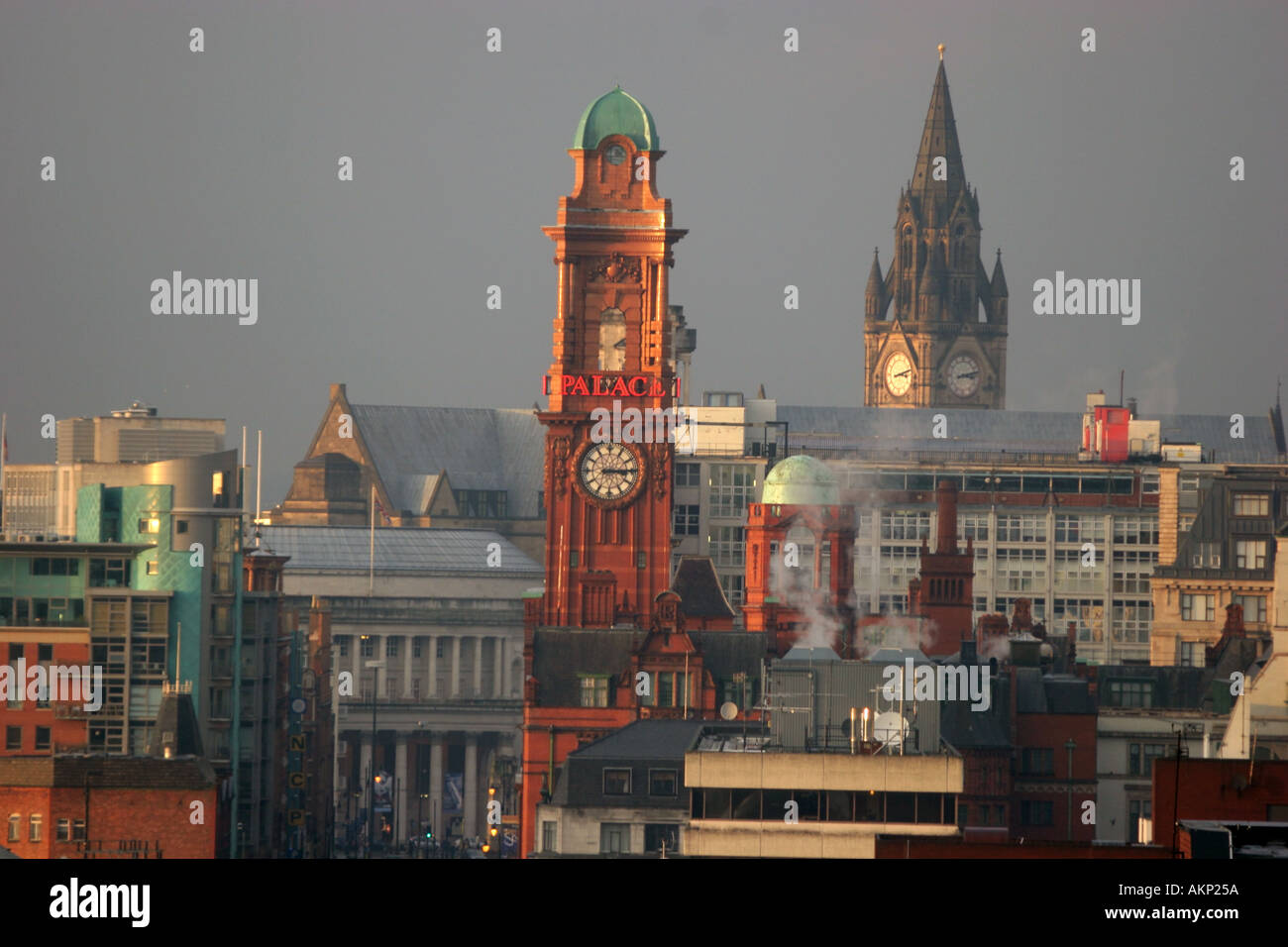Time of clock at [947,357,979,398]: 3:12
